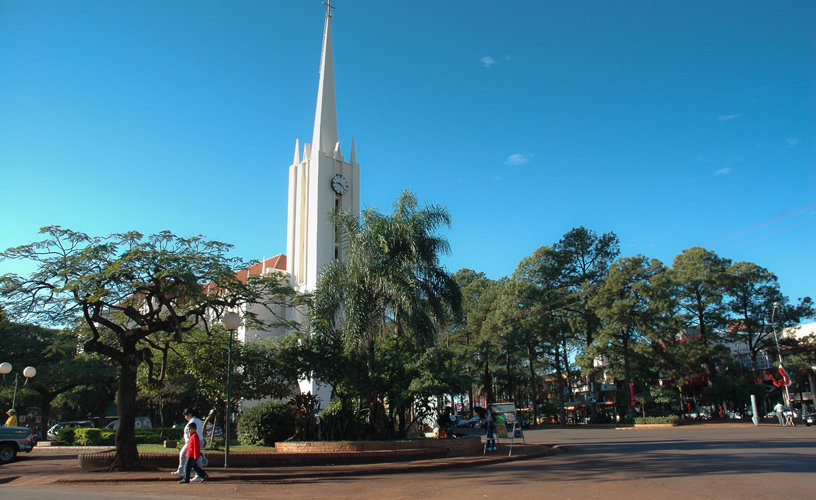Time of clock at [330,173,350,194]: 9:22
